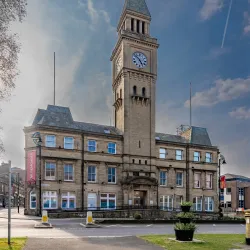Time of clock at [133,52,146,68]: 4:52
